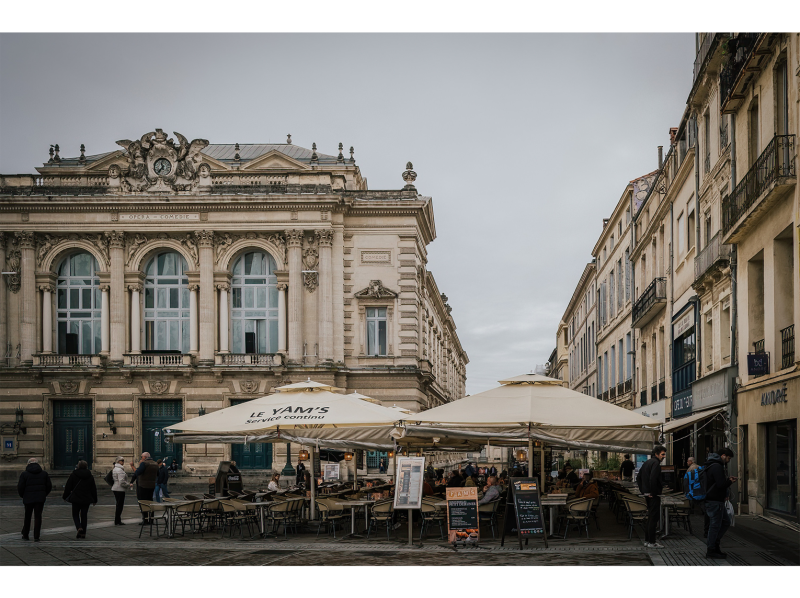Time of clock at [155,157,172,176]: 11:36
